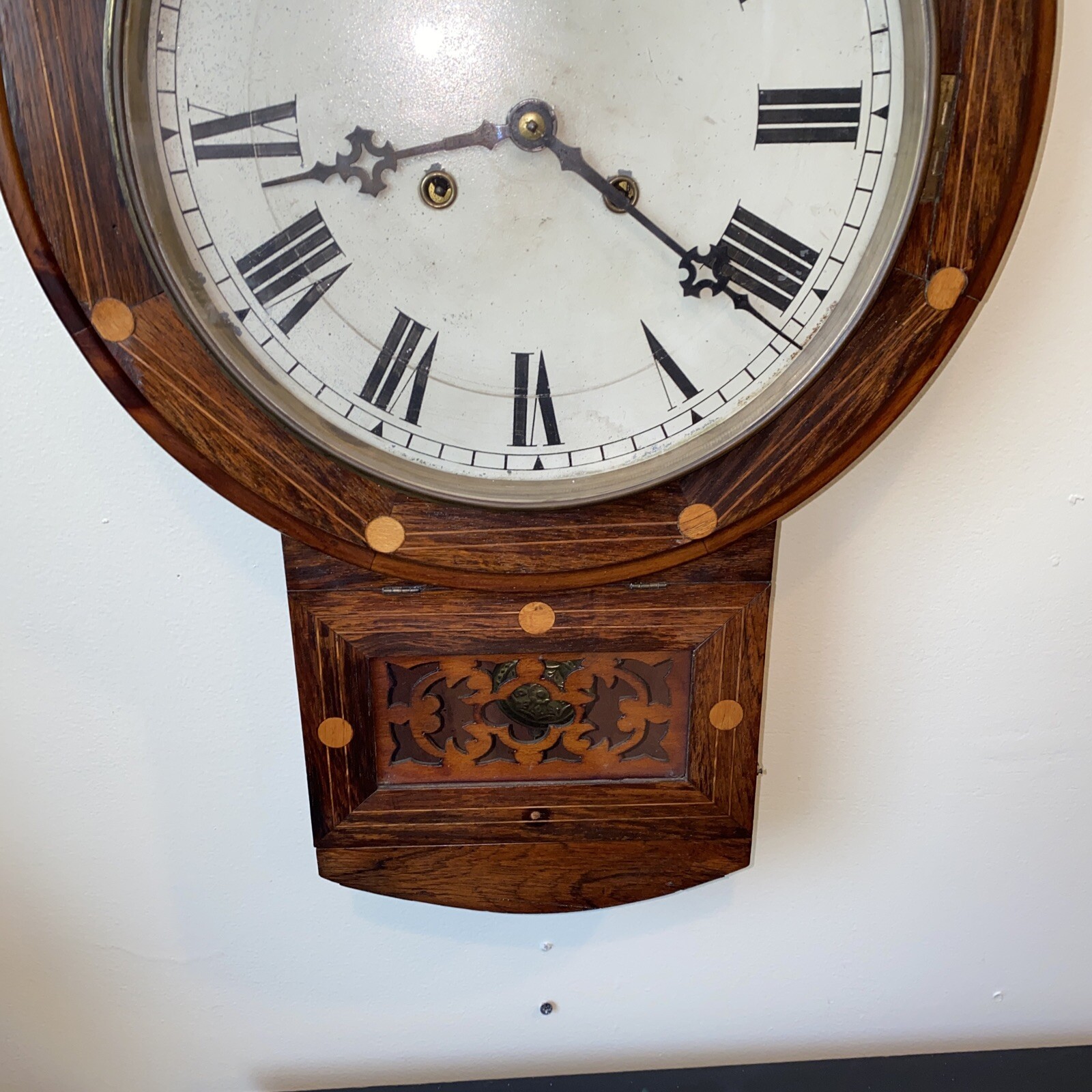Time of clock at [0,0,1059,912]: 8:21
